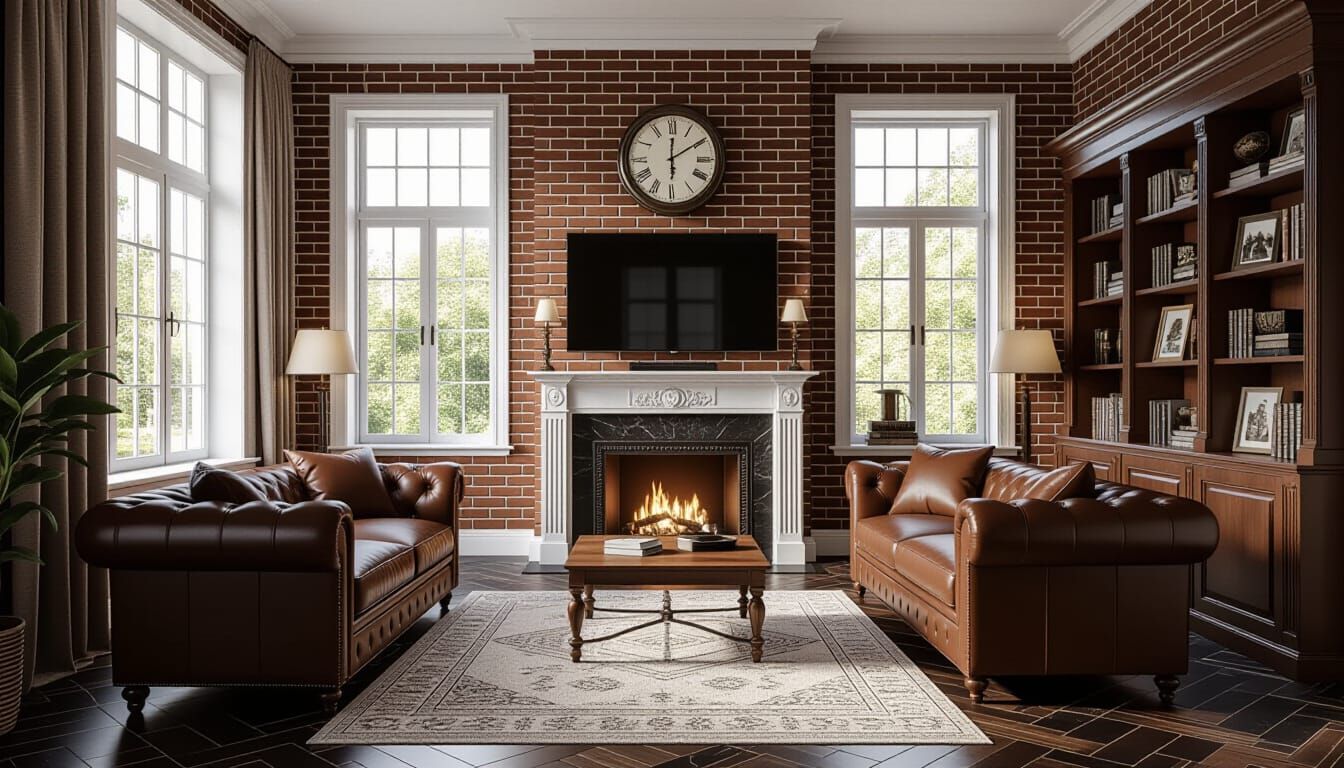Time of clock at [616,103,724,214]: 12:09
